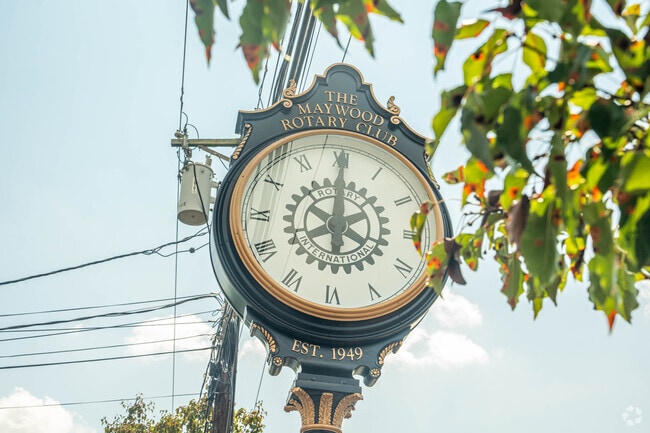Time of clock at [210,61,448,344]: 8:00
